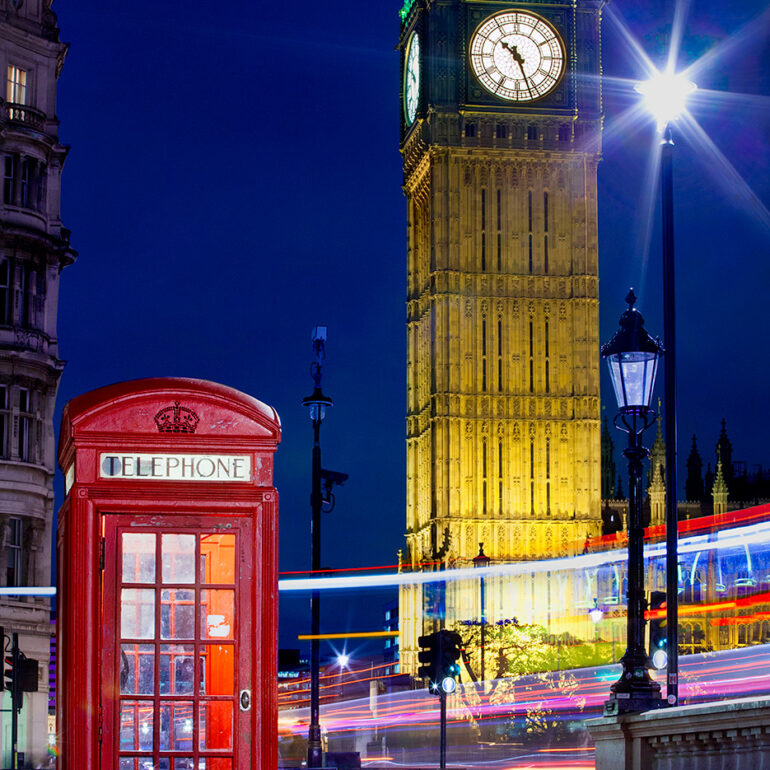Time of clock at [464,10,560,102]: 10:26
